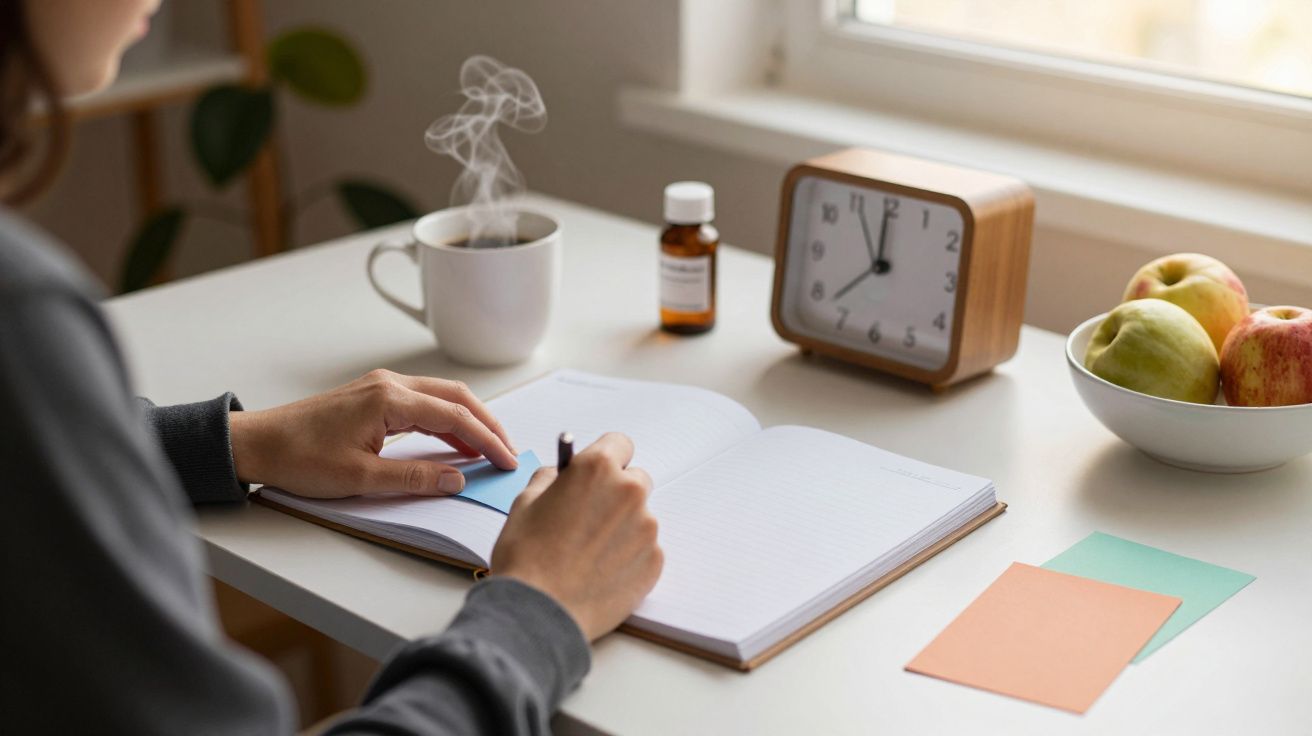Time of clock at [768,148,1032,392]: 11:37
